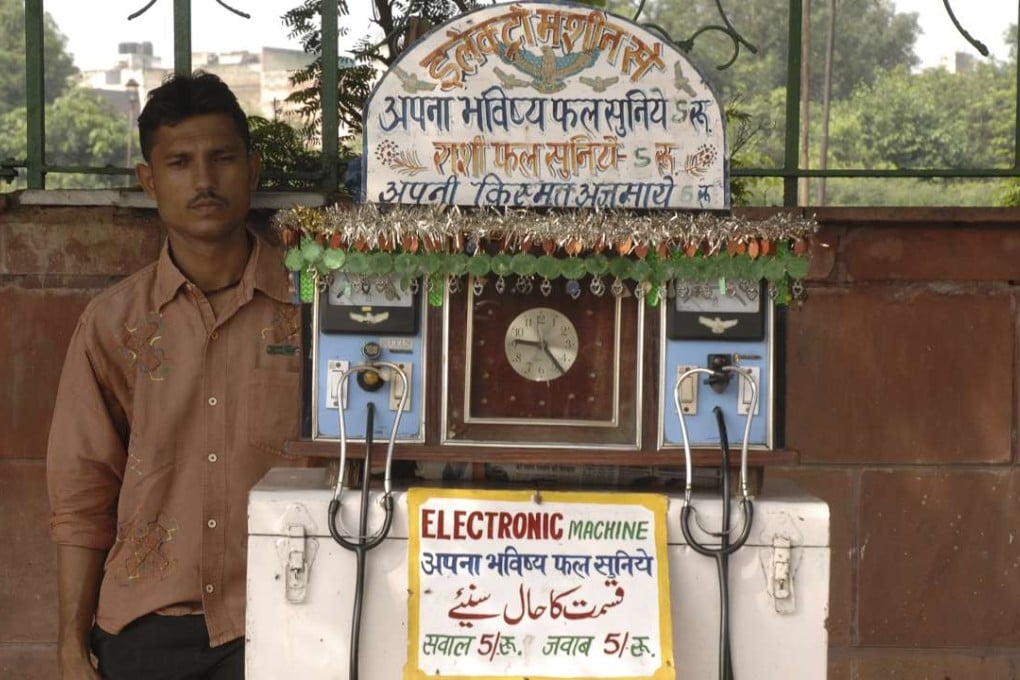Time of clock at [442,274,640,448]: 9:22
